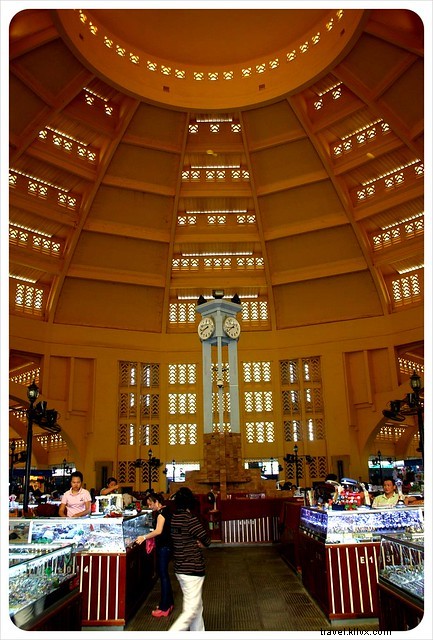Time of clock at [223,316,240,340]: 8:38
